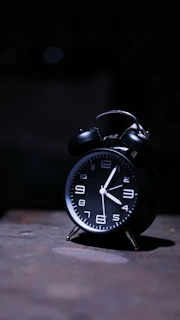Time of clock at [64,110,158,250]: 4:04
